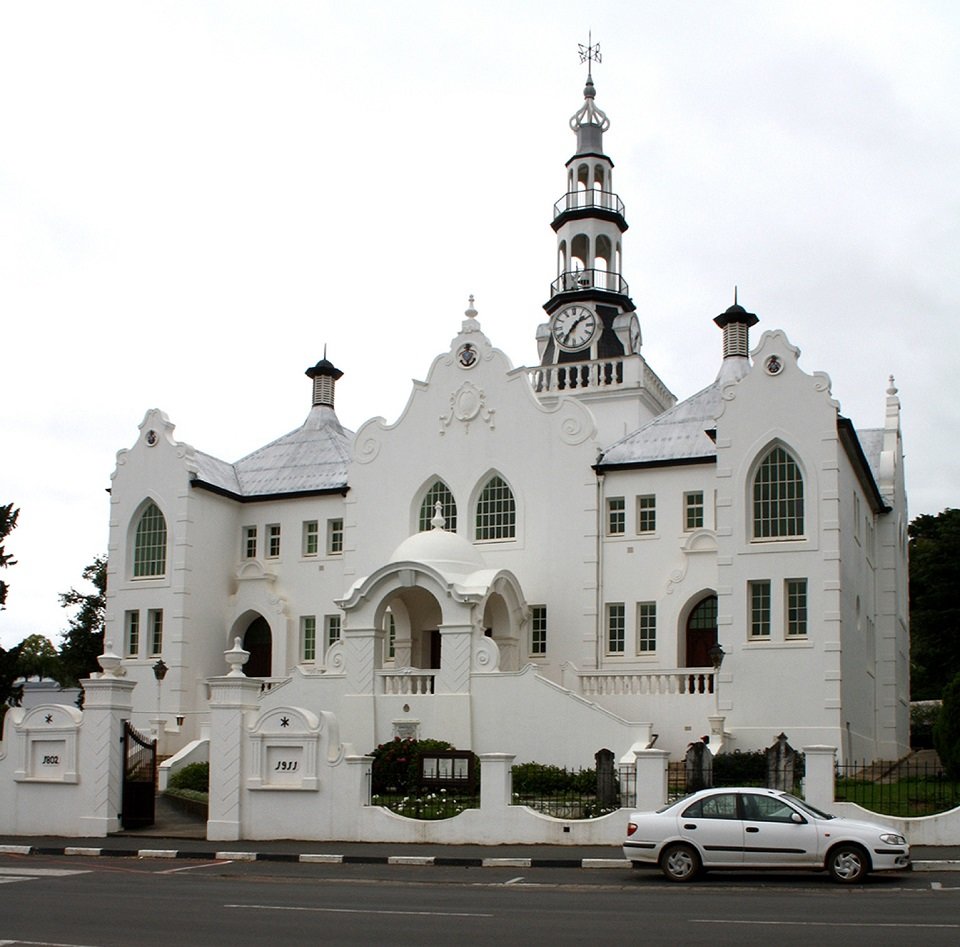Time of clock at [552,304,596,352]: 1:35
